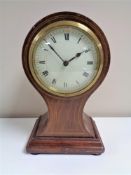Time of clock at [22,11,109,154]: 1:52
